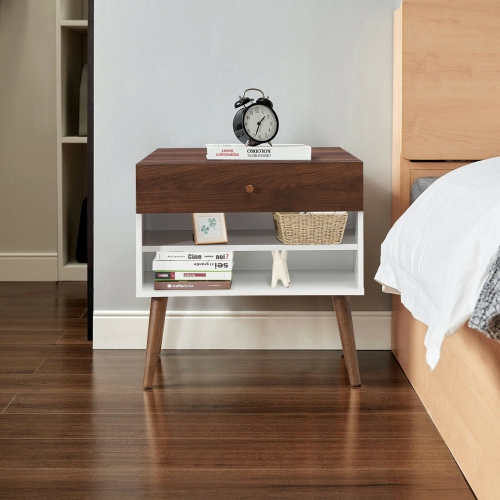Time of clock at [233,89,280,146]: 1:33
